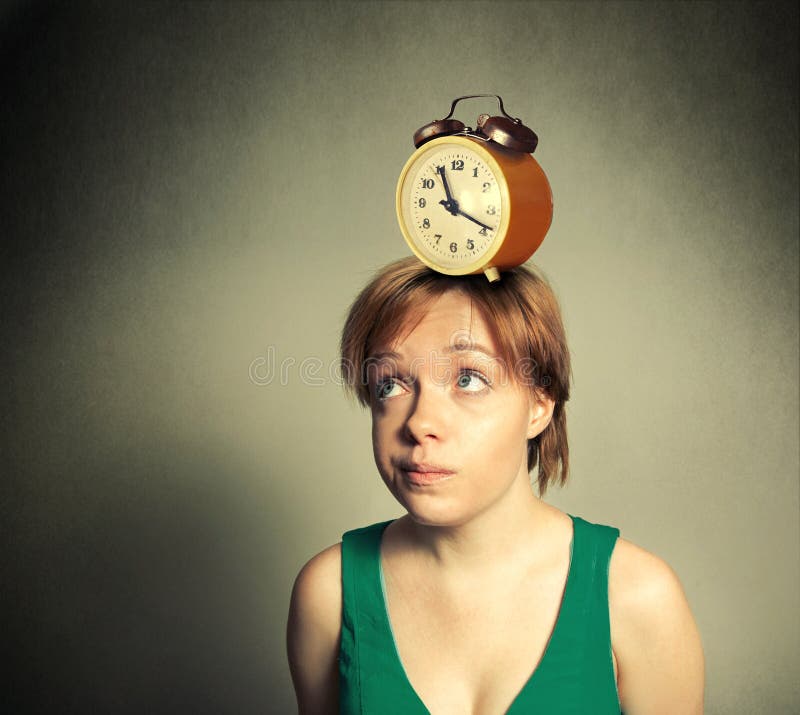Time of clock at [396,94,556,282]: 11:18
